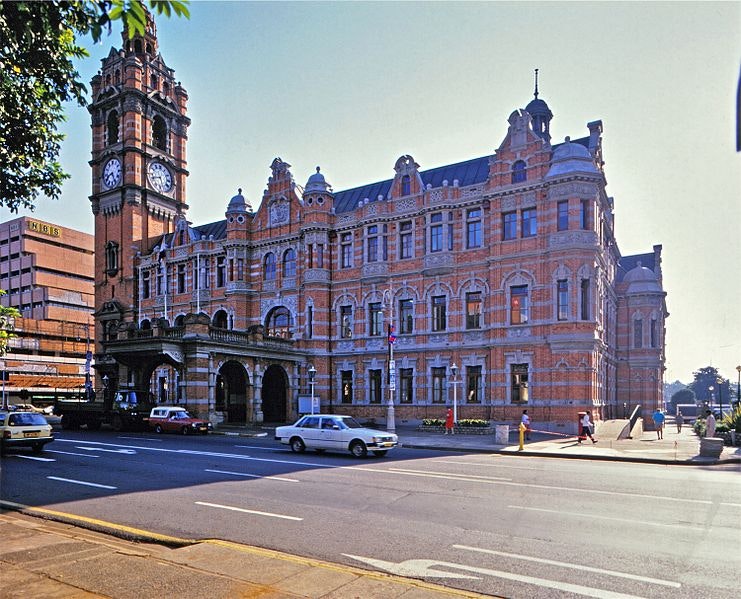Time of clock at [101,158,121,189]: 8:25
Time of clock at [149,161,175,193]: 5:41
